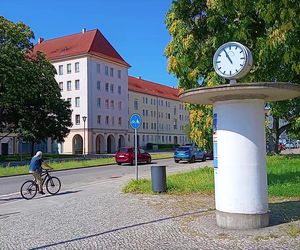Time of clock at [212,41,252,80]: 10:55
